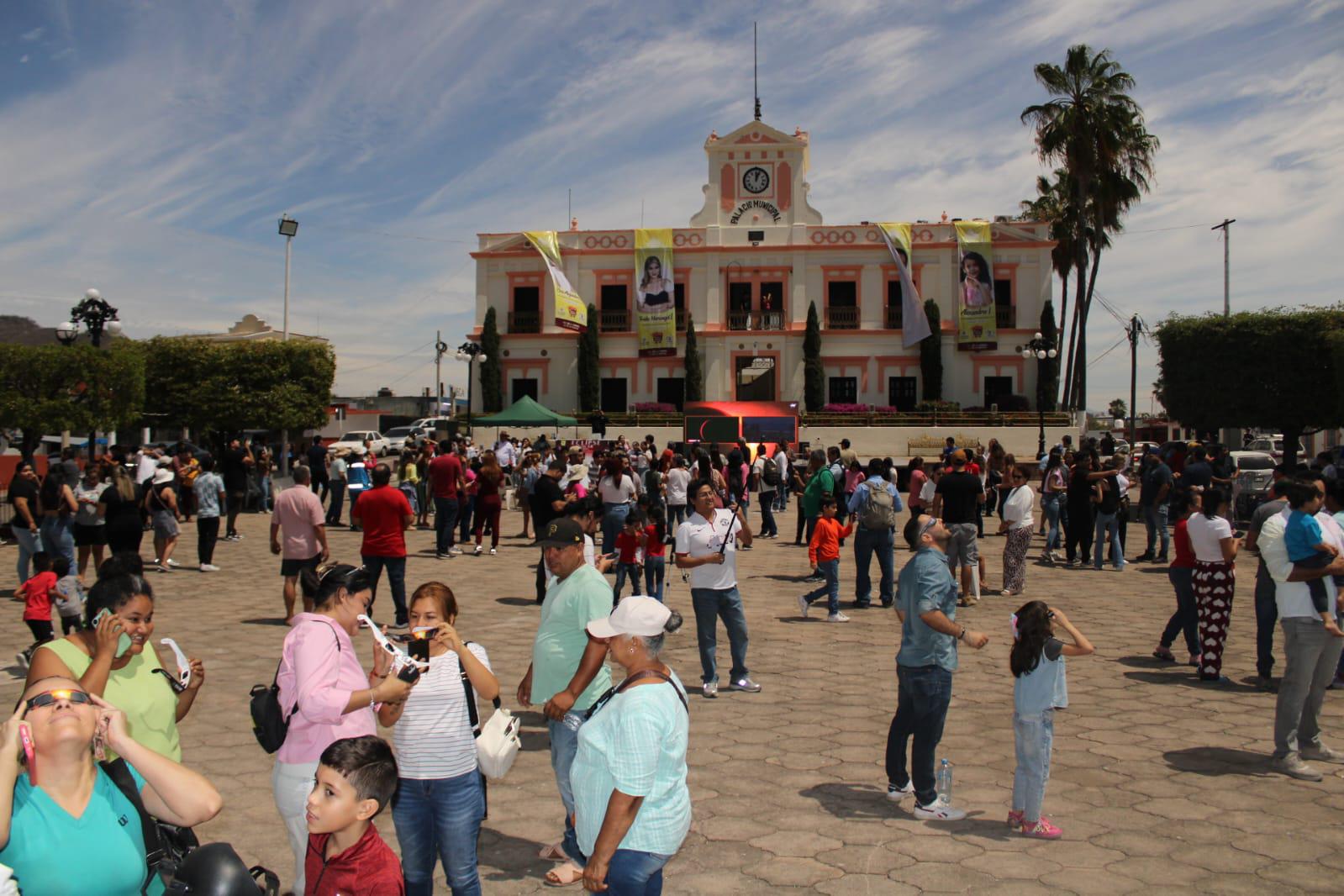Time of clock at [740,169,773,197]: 12:03
